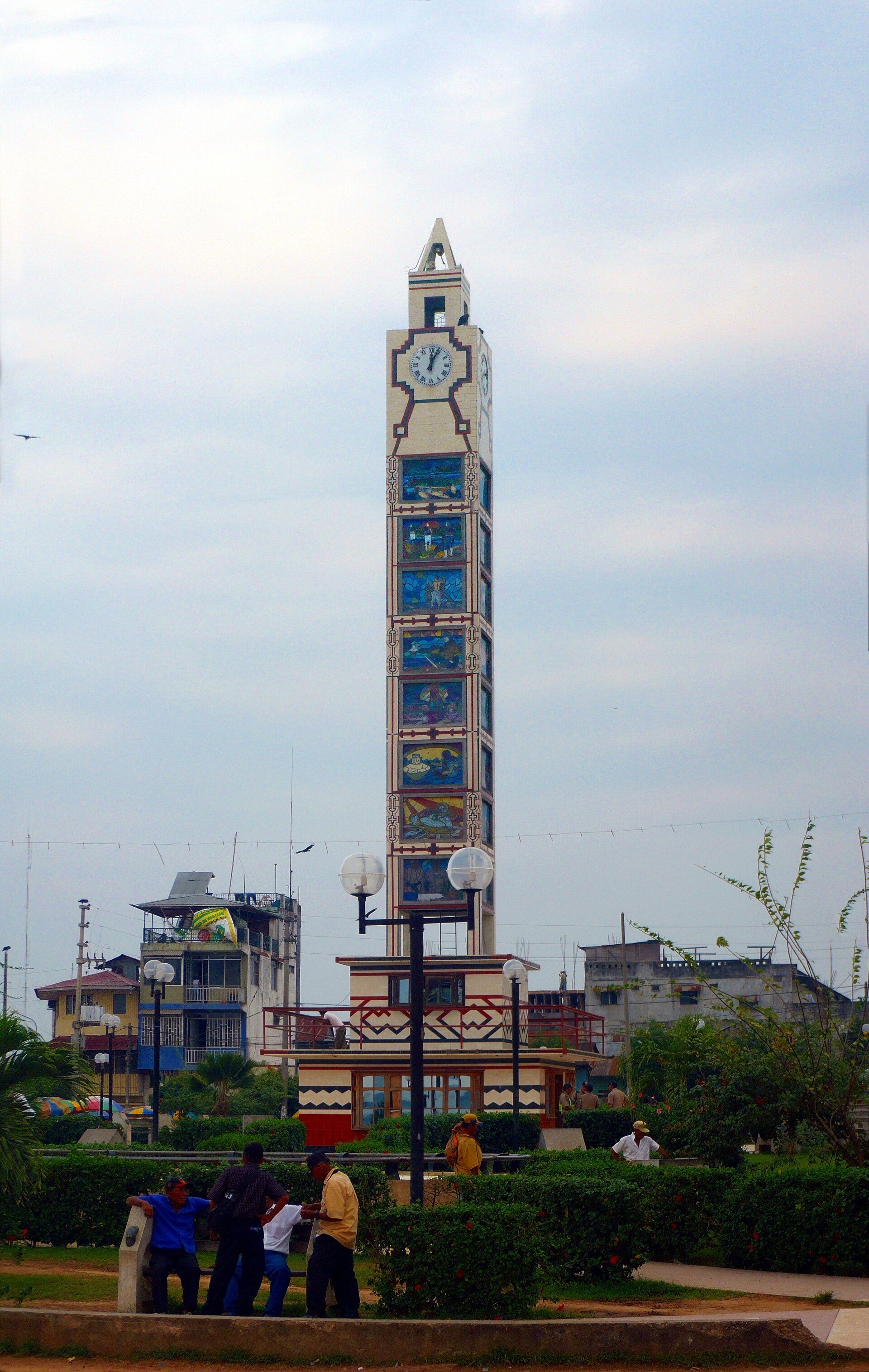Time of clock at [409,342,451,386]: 12:03
